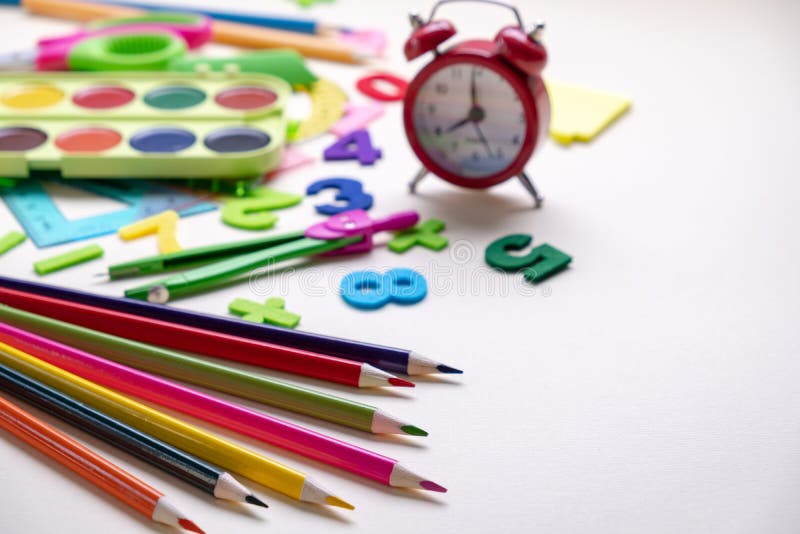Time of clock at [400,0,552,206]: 7:58
